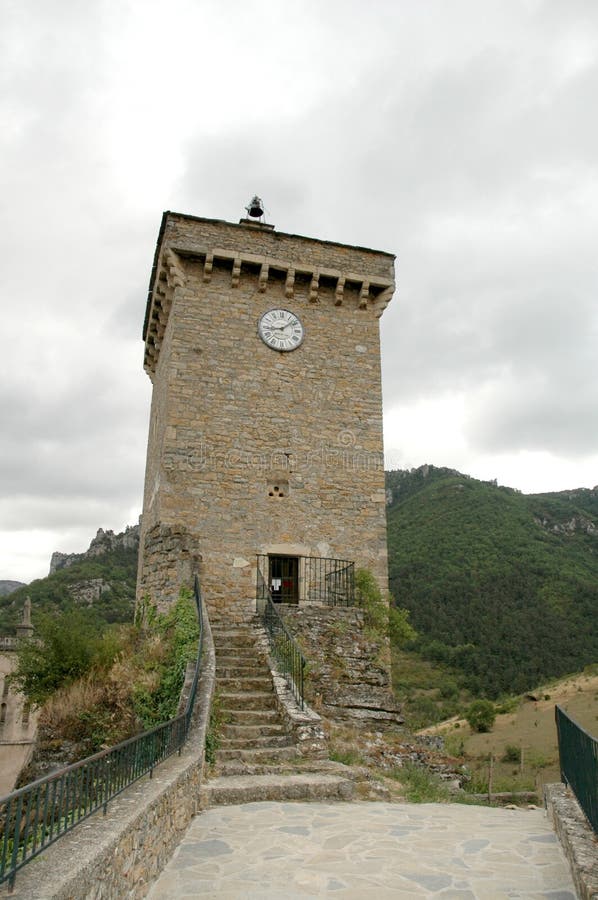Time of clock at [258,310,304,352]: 1:43
